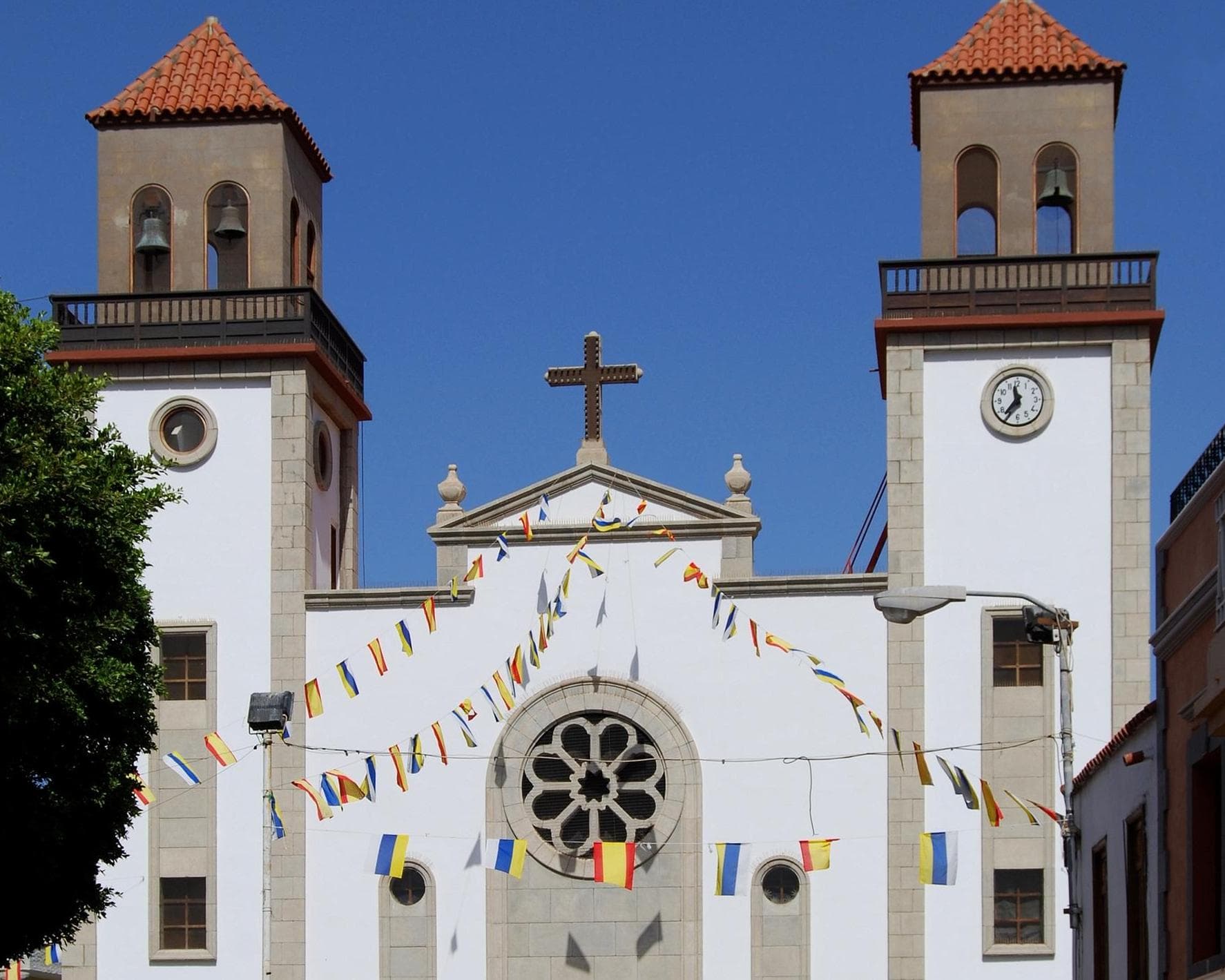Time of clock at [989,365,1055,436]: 11:36
